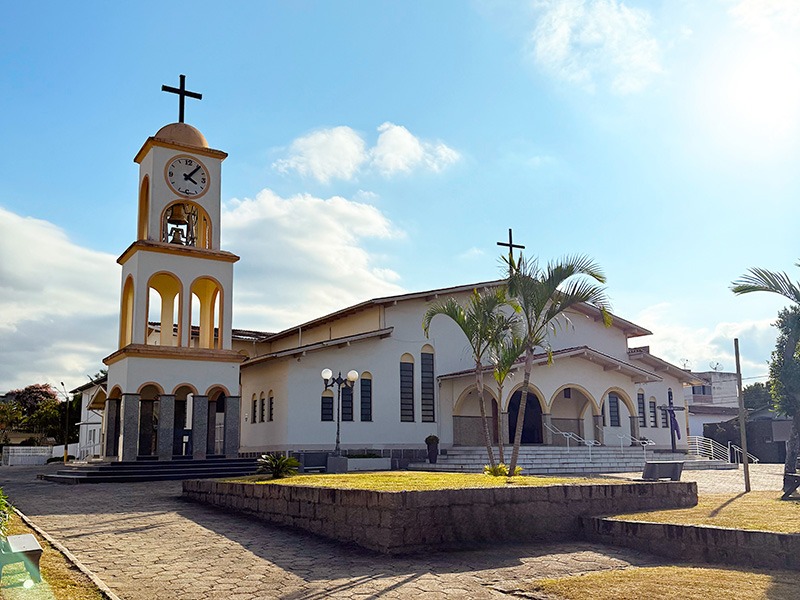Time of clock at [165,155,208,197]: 4:06
